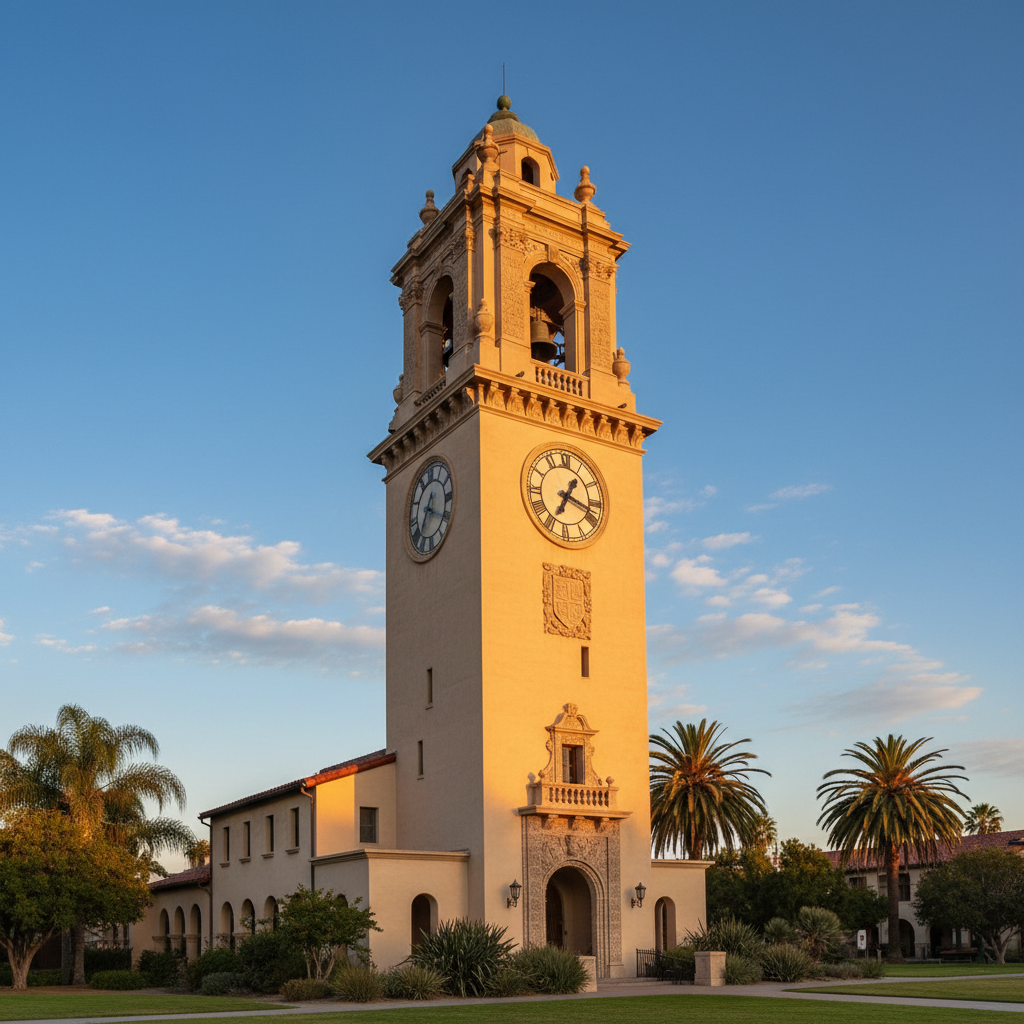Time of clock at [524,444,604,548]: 3:34
